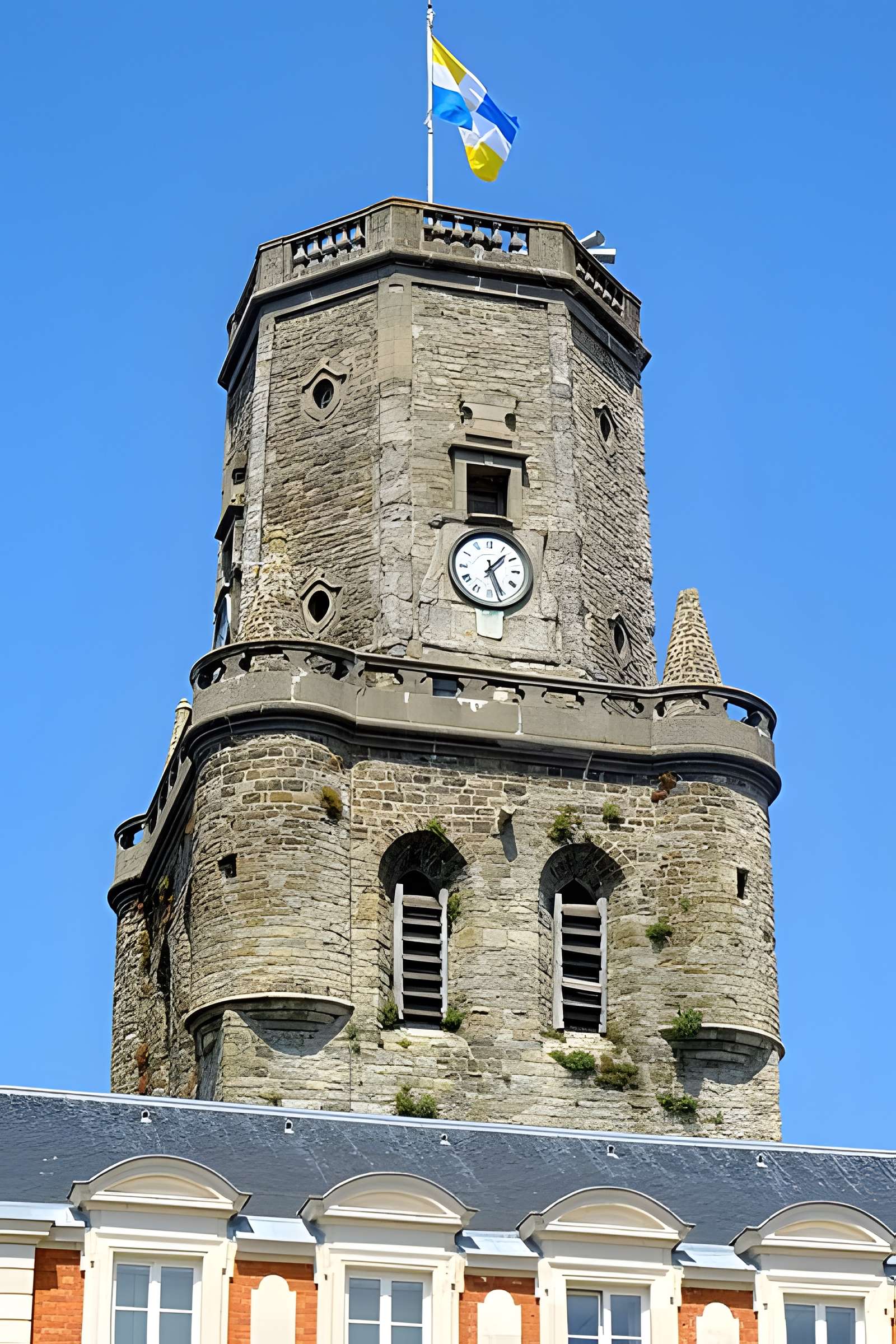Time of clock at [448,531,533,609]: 1:25
